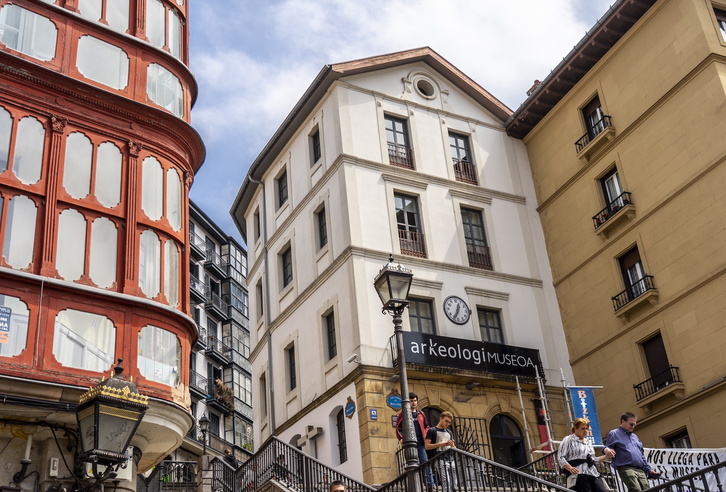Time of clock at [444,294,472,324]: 12:34
